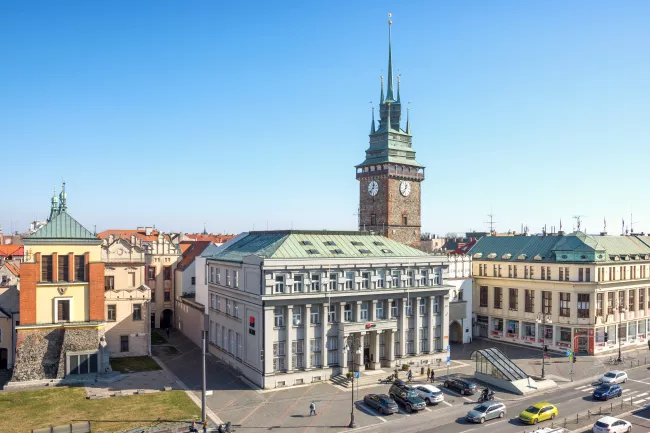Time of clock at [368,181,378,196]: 12:37
